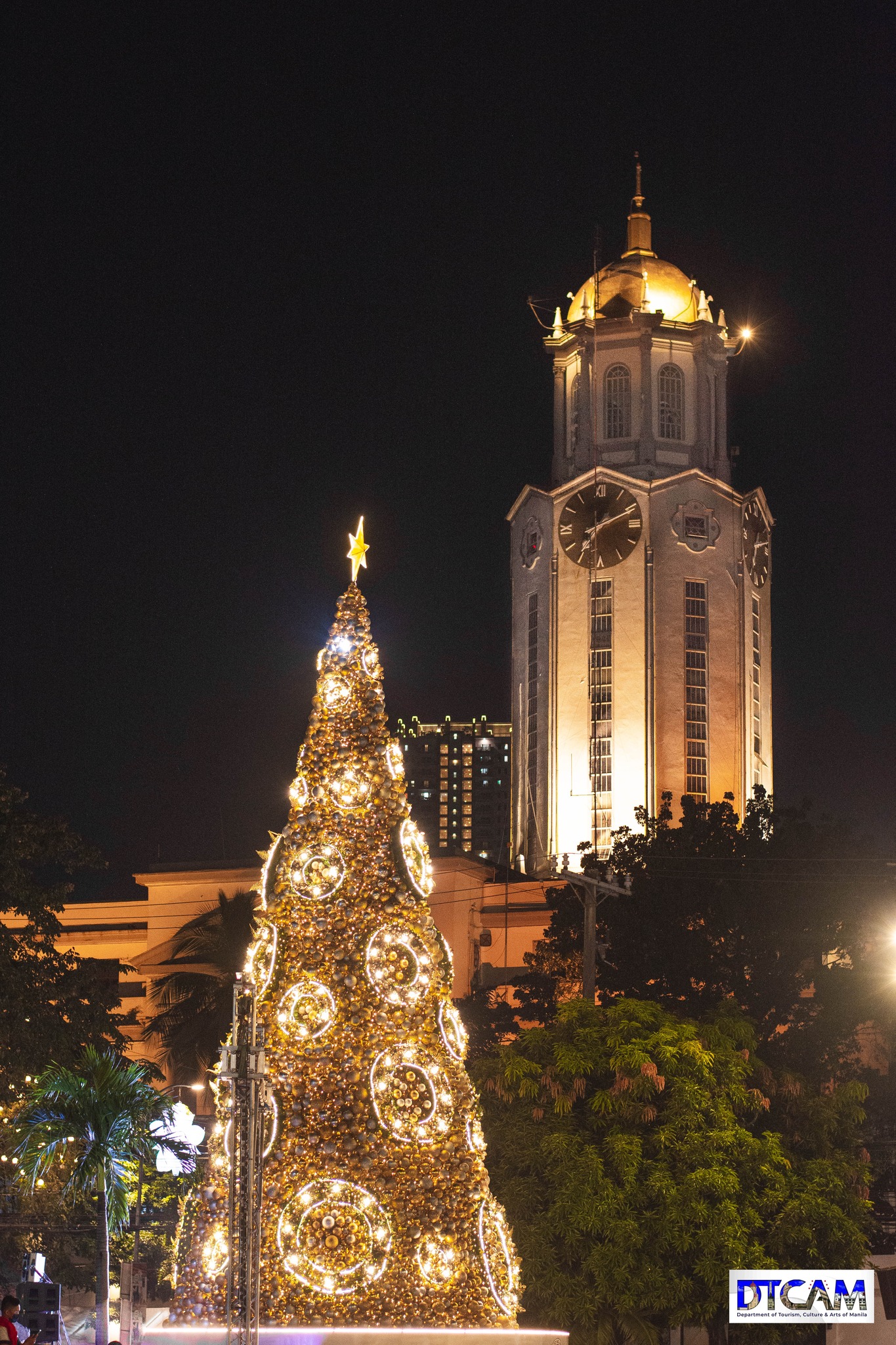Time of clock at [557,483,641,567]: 7:11
